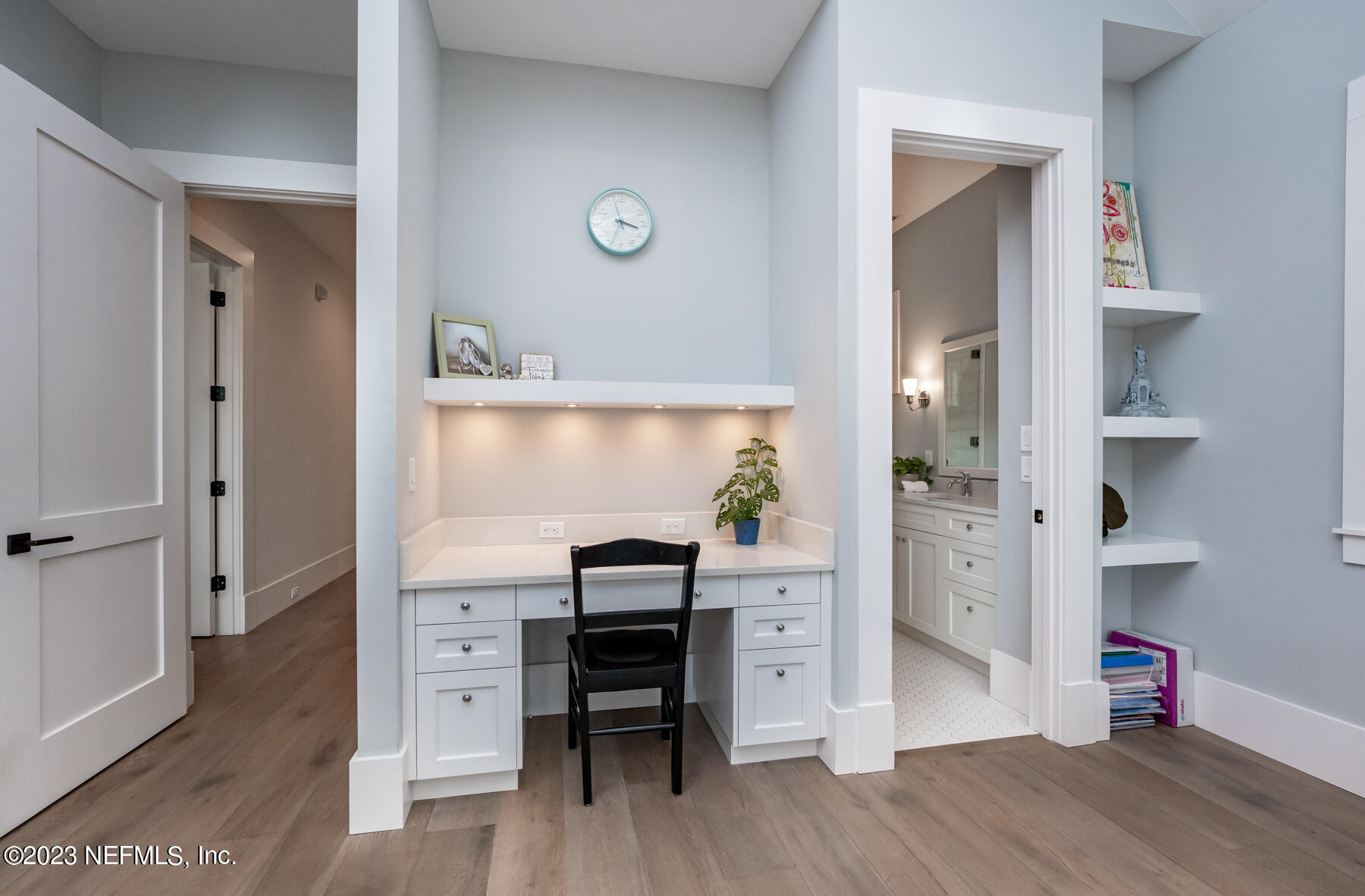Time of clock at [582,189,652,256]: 3:33
